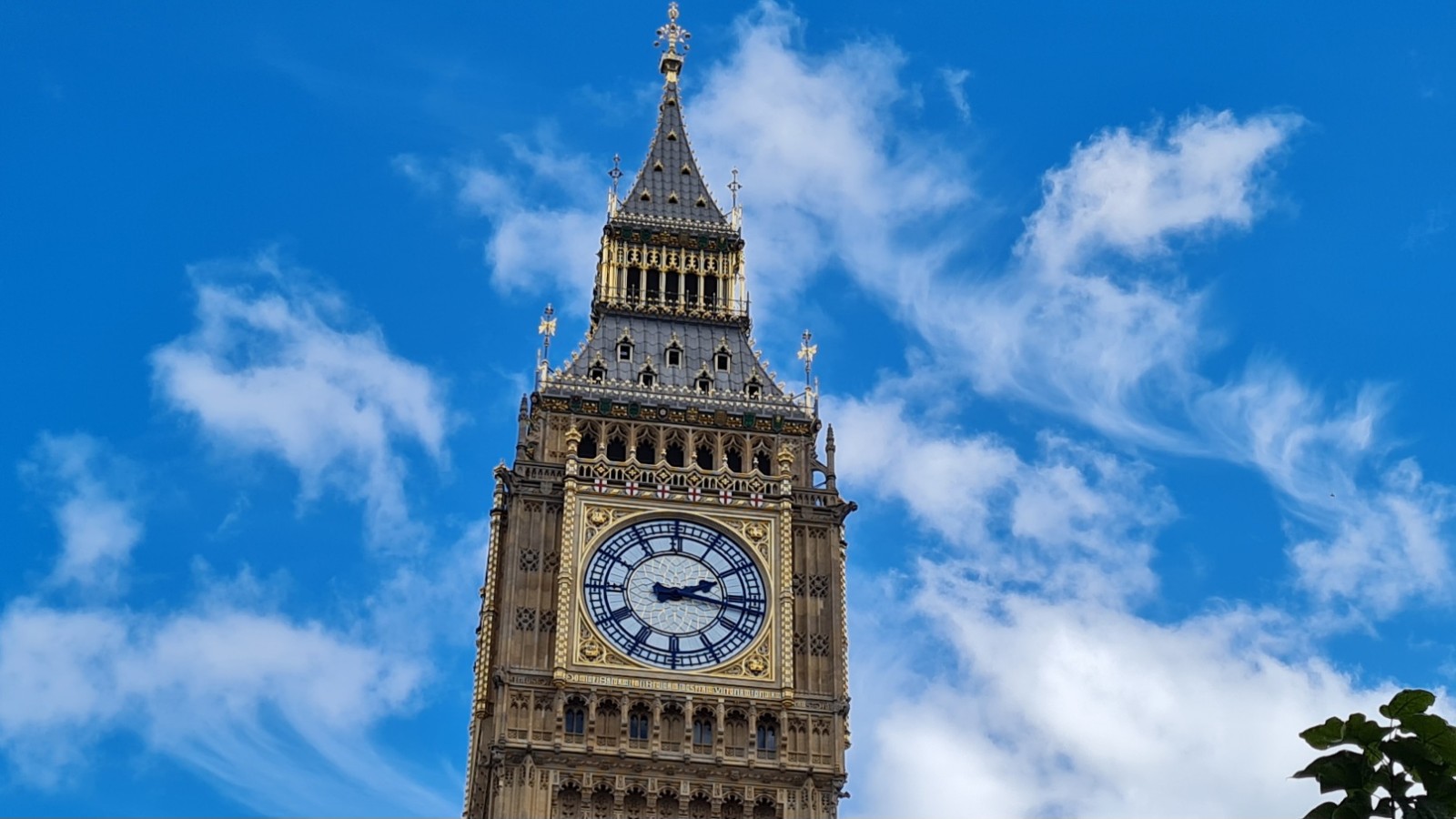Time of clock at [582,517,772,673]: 2:16
